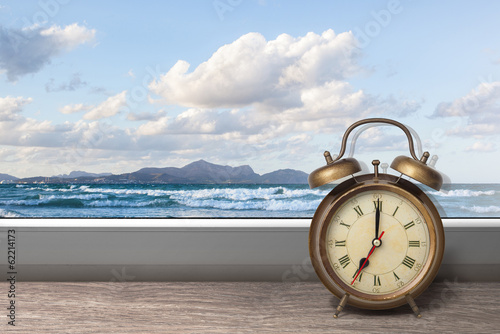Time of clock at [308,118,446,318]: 7:00
